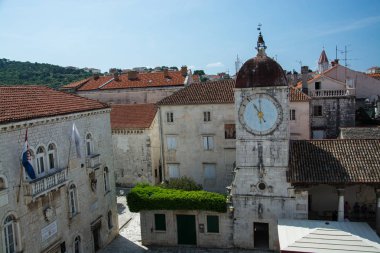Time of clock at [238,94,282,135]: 11:00
